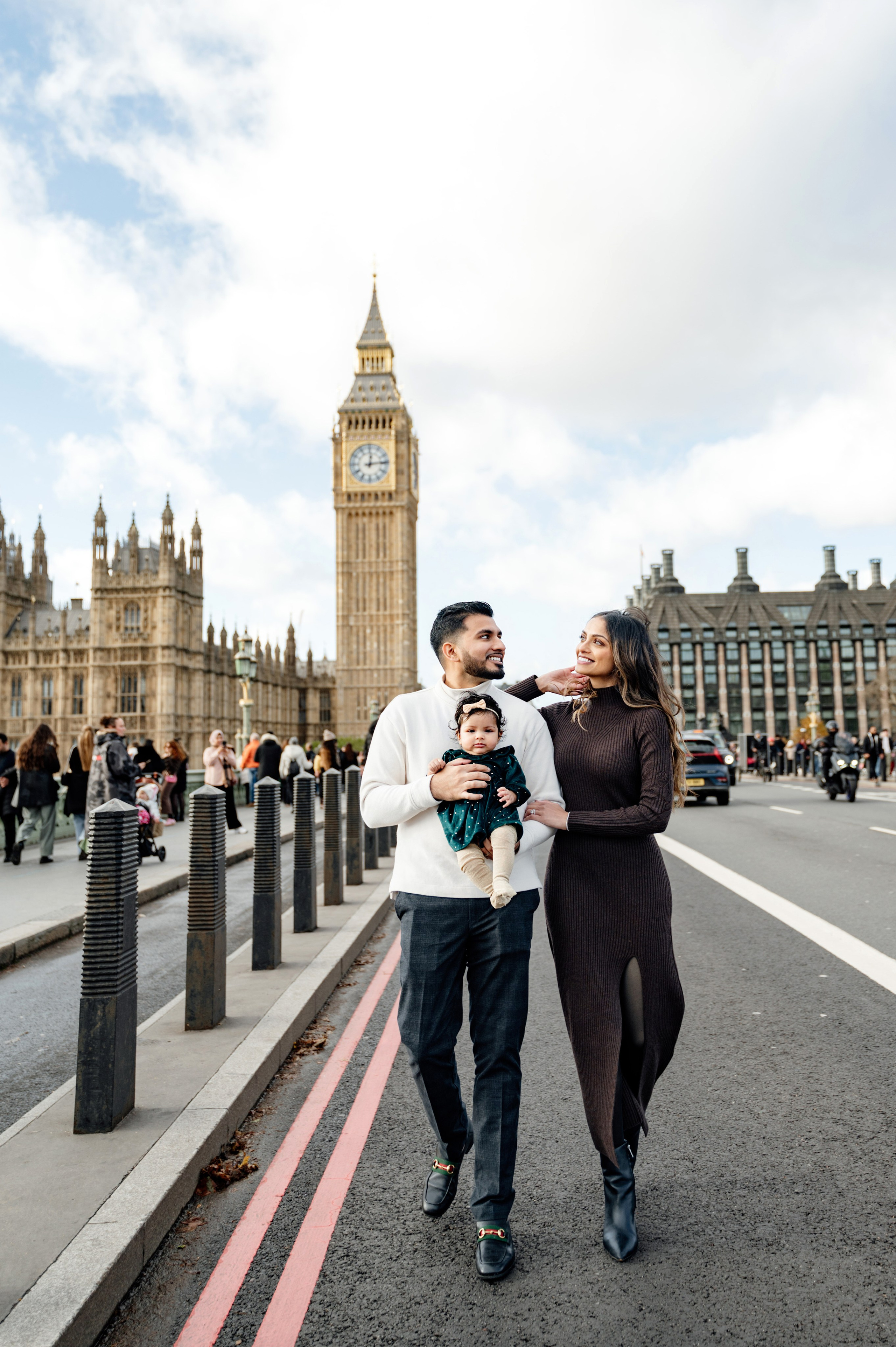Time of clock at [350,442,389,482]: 12:13
